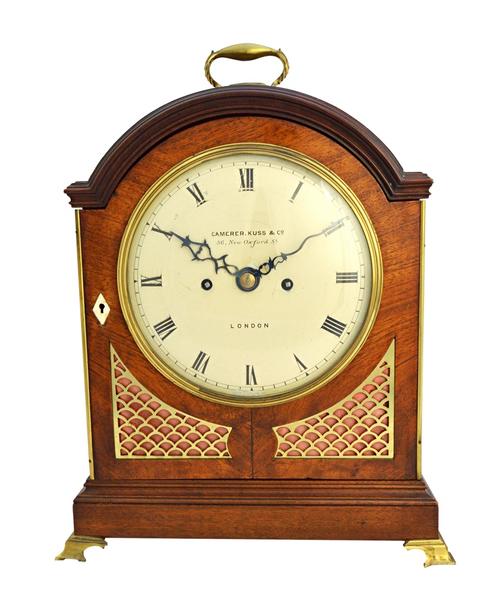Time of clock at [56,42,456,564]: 1:50
